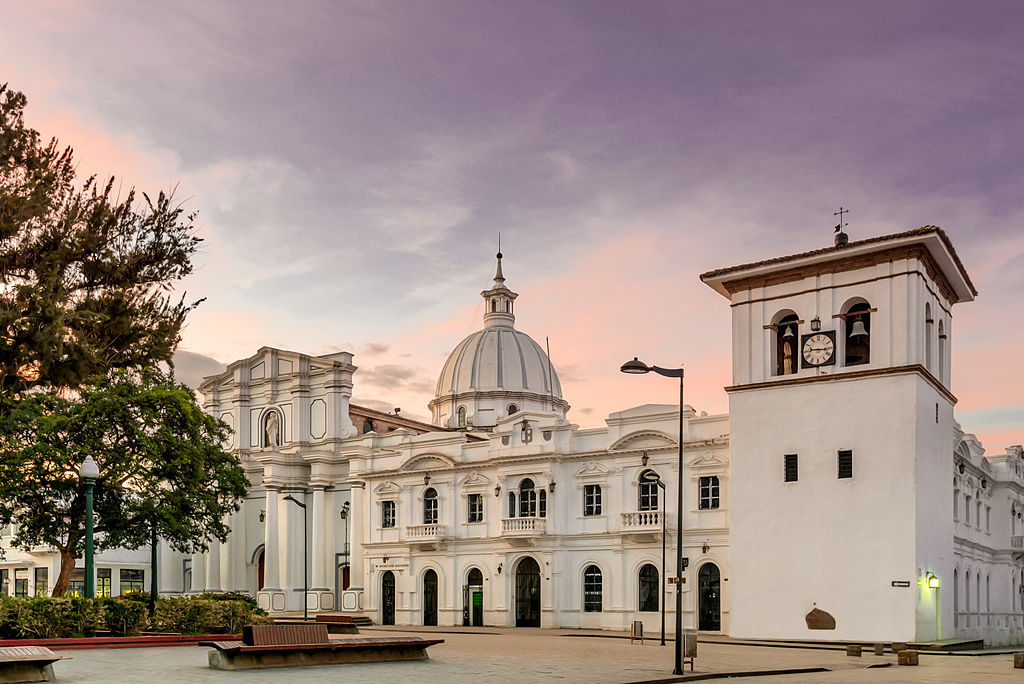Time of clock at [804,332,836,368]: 9:15
